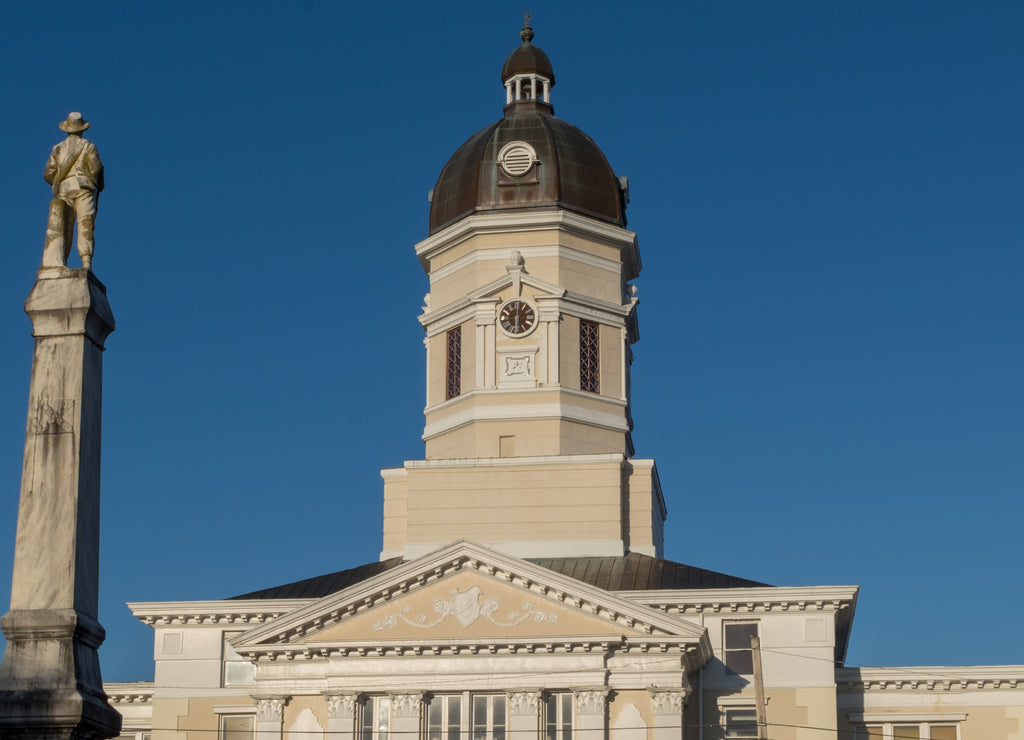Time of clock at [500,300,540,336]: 6:00
